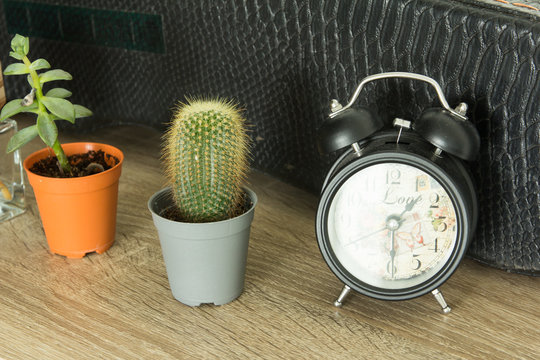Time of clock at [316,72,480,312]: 1:29
